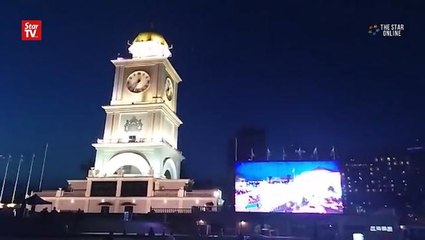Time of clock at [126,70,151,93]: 7:00
